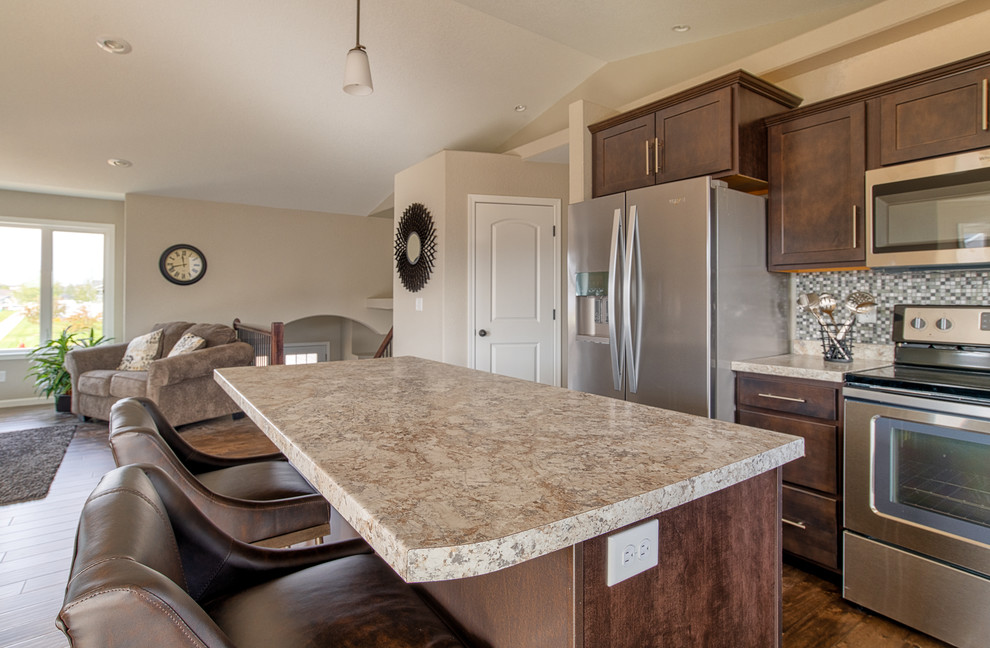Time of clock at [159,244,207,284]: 11:42
